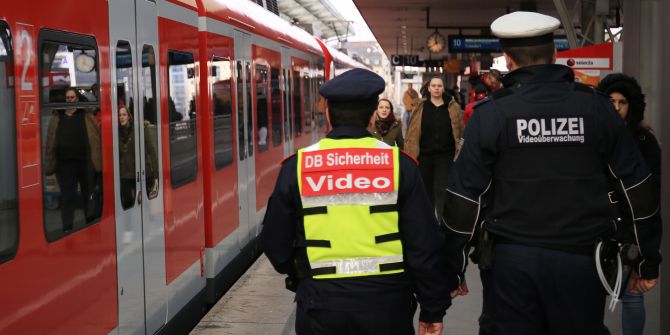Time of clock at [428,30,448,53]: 11:38
